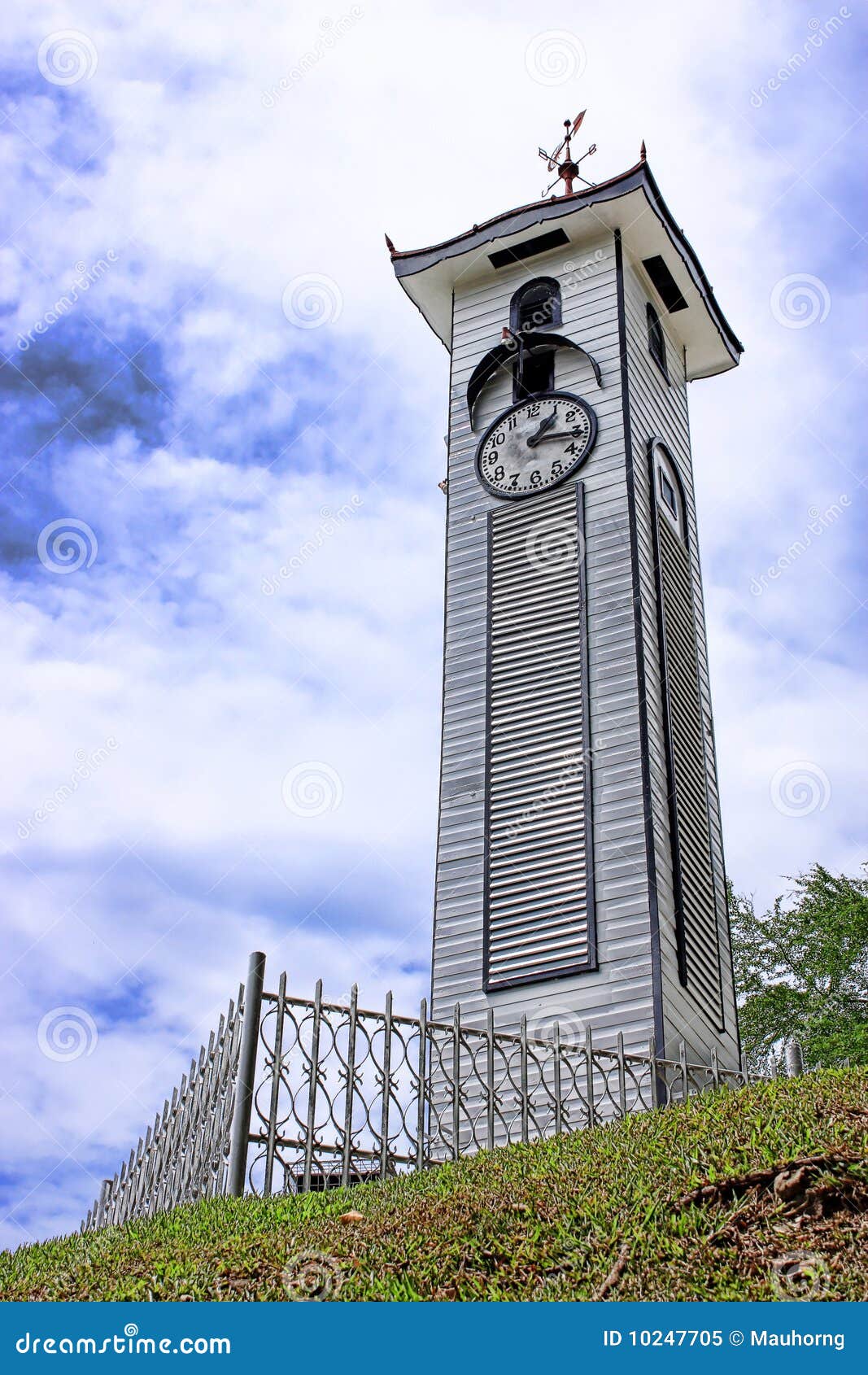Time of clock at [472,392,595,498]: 1:16
